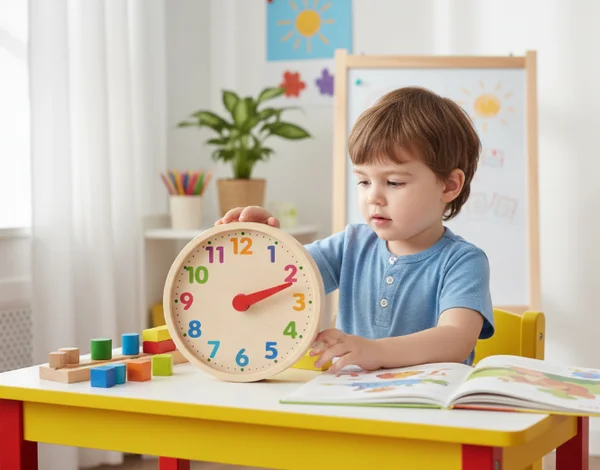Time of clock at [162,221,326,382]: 2:11
